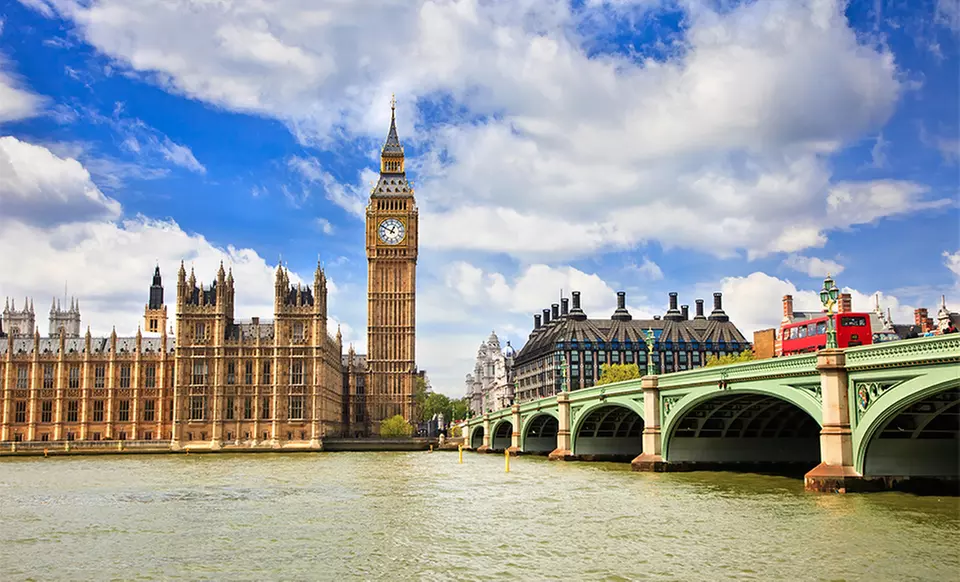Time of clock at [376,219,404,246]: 12:49
